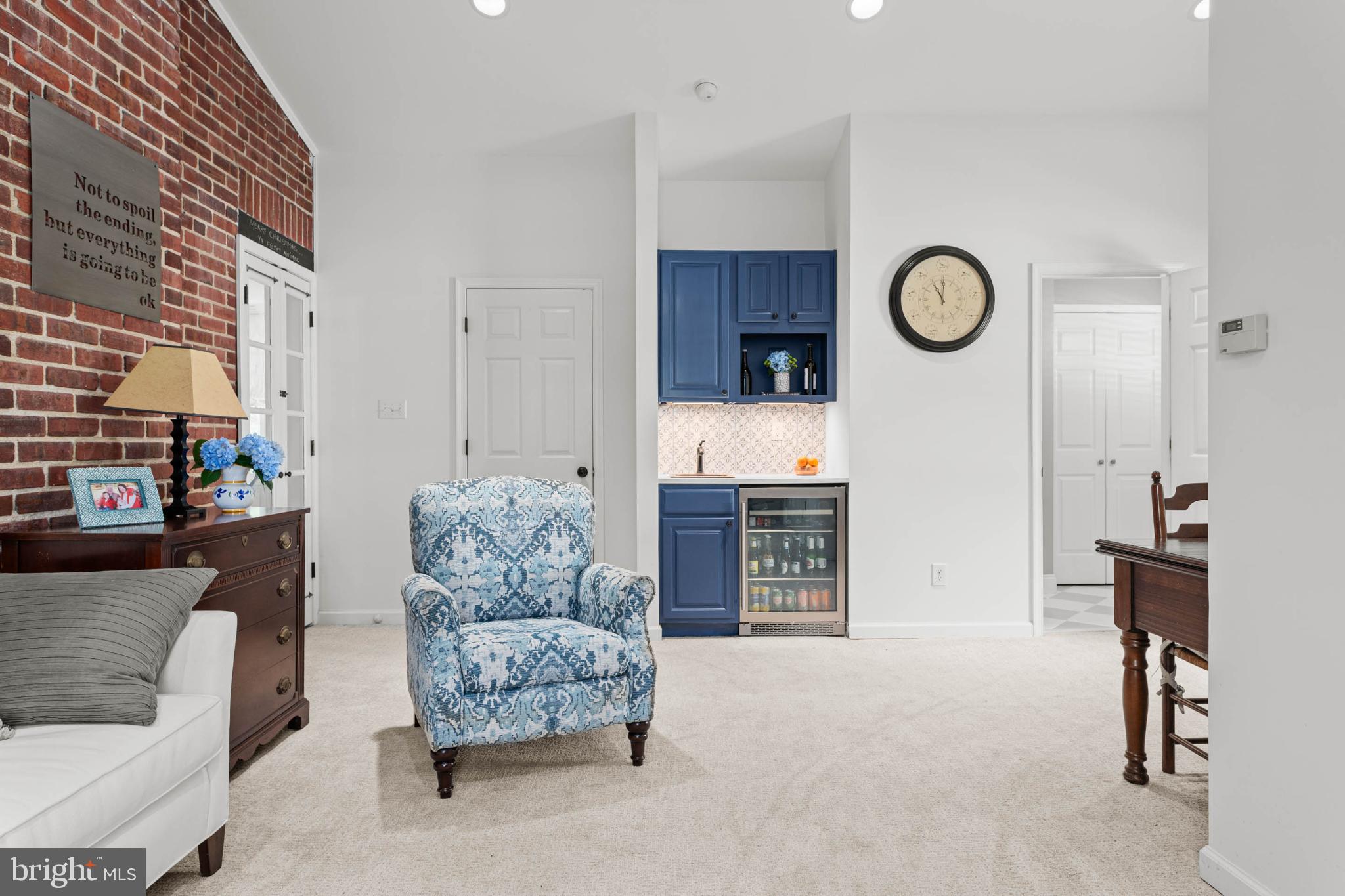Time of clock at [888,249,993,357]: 11:00
